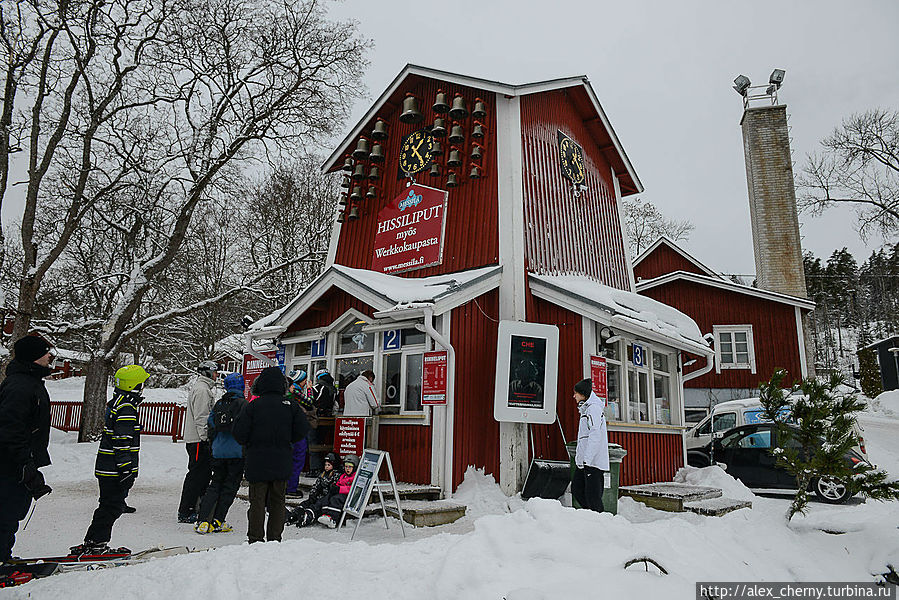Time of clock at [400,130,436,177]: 1:23
